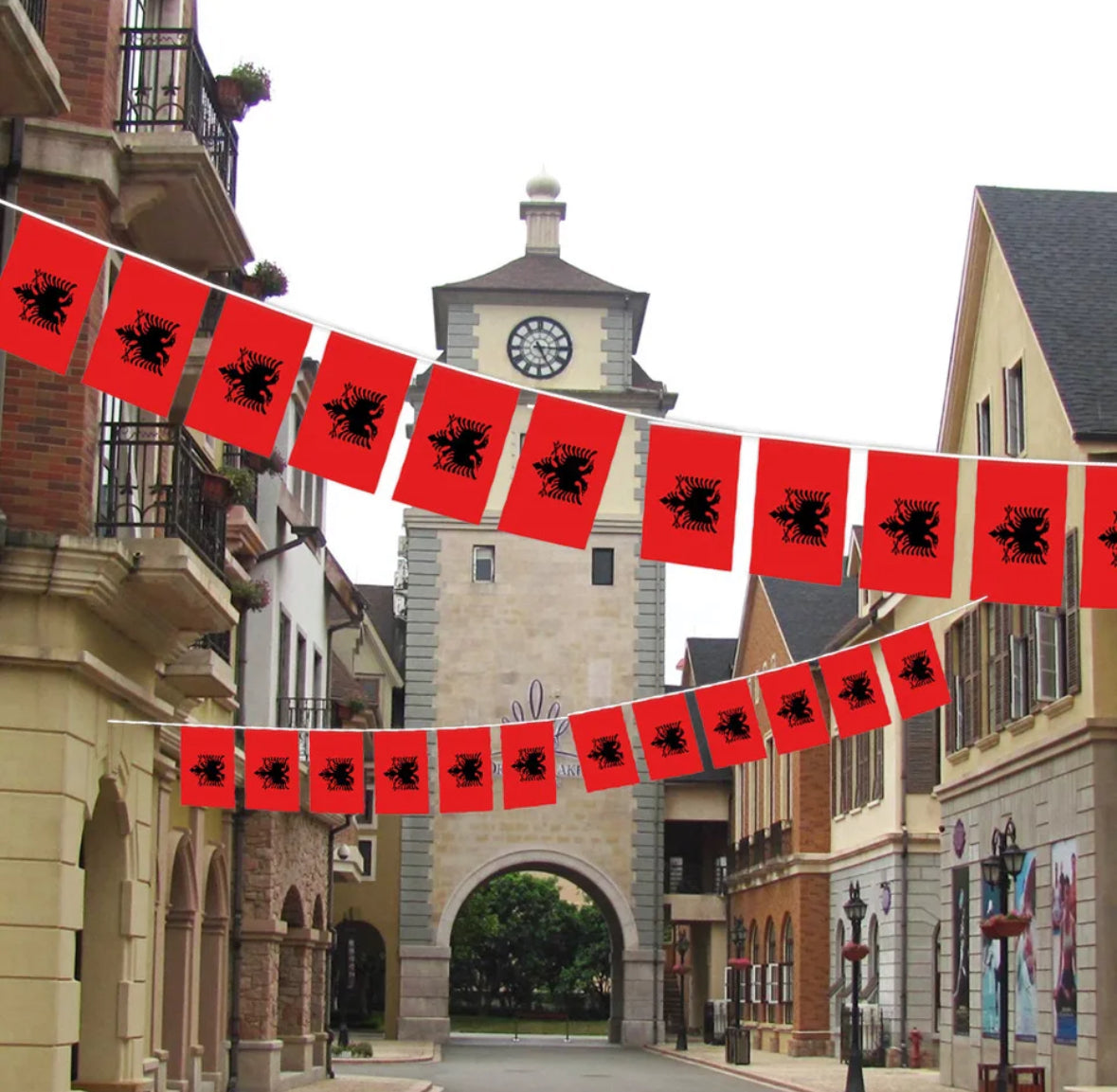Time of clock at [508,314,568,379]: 5:14
